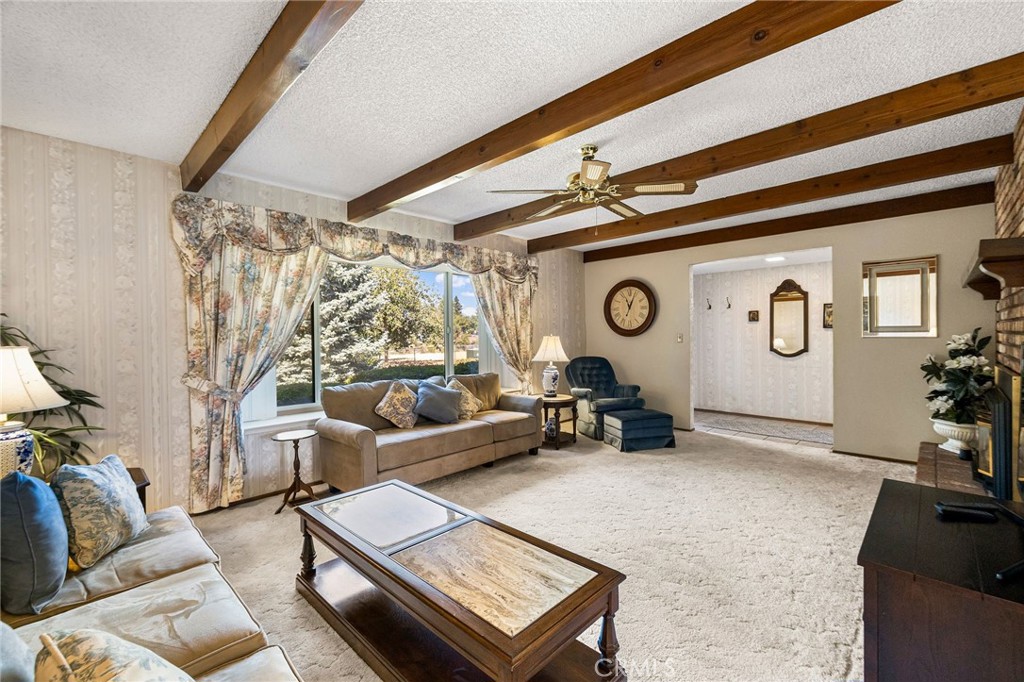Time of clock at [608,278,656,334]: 11:03
